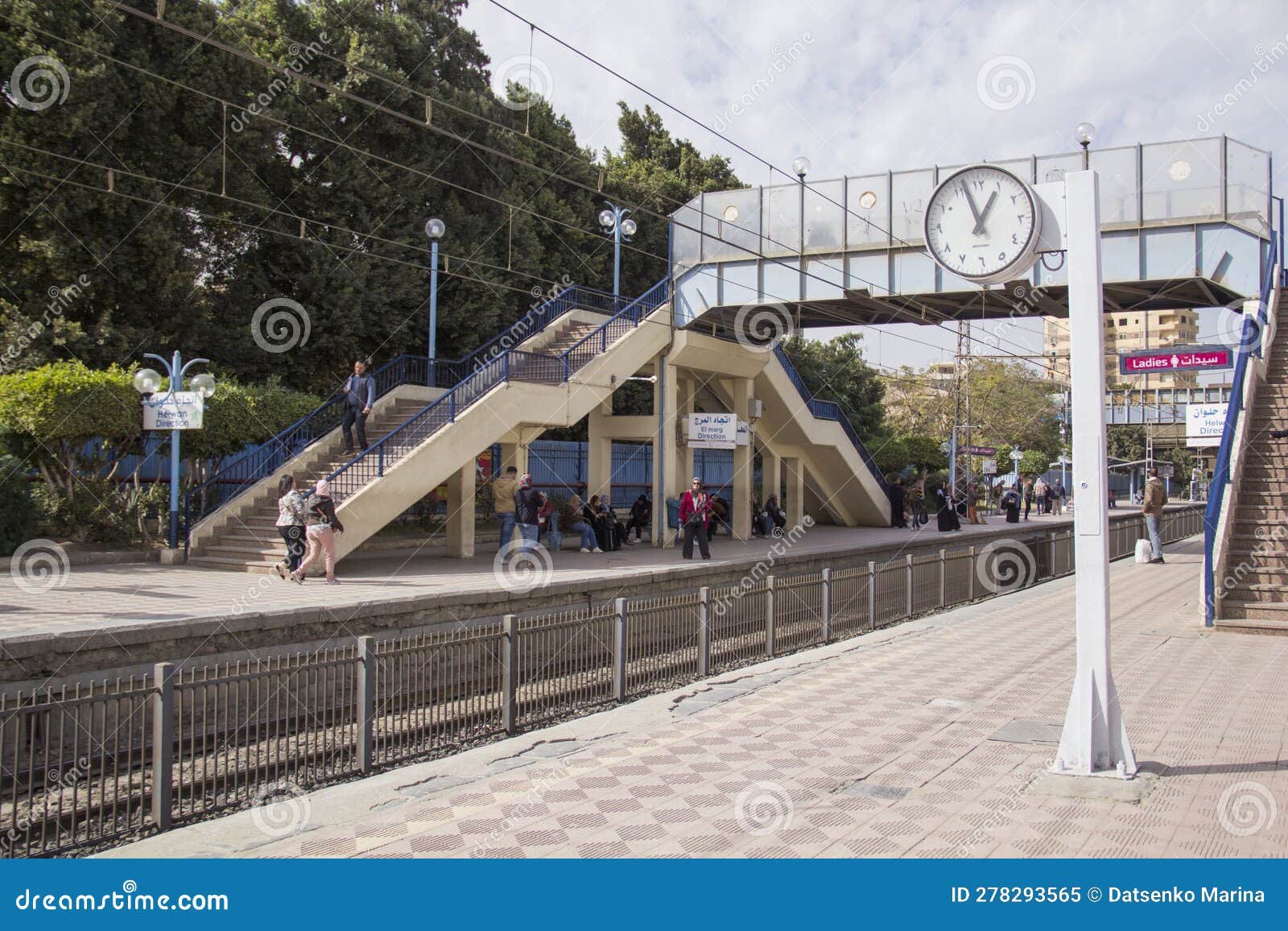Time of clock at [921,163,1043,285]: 12:57
